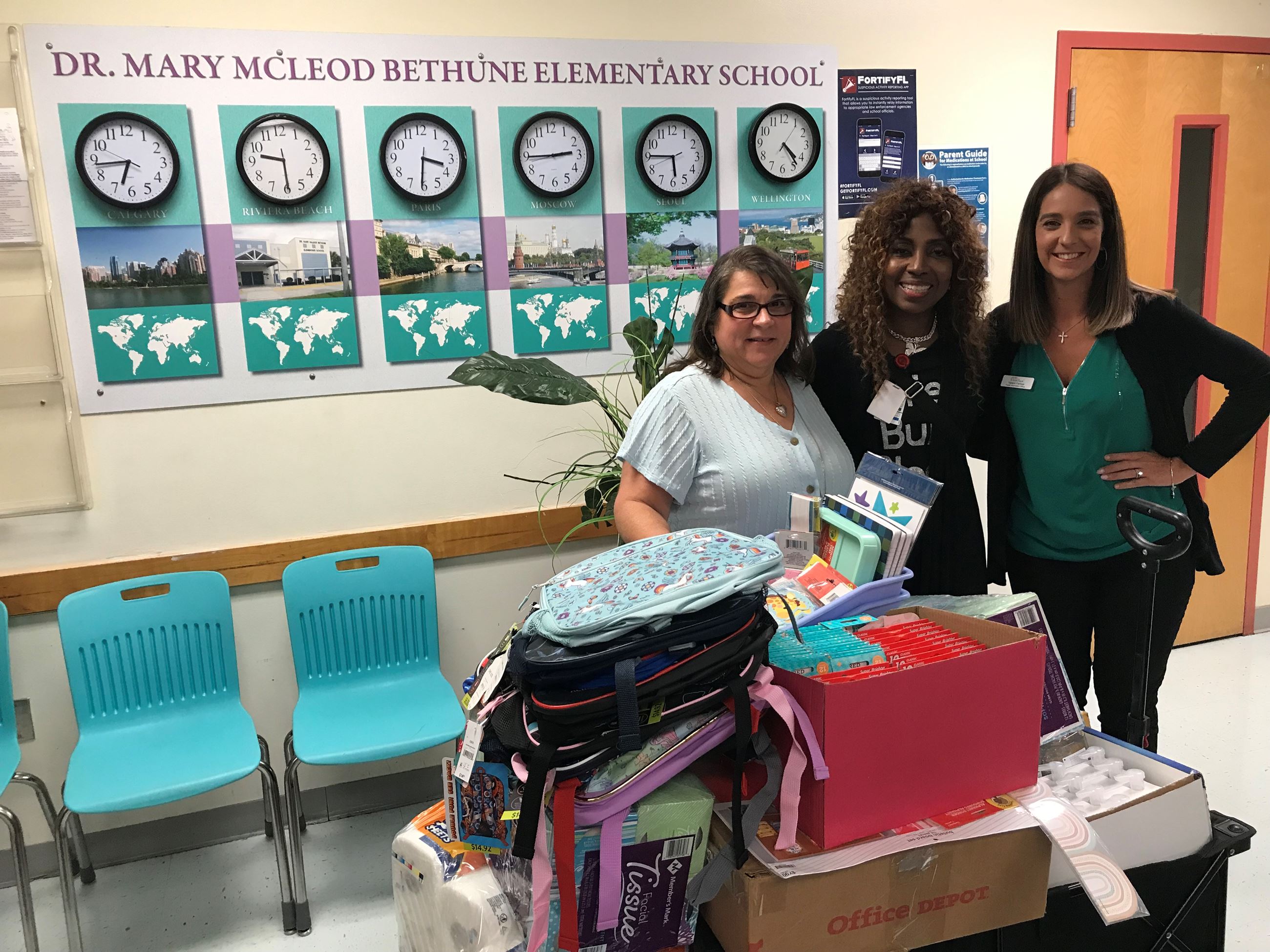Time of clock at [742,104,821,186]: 4:23
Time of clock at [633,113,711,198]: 5:45
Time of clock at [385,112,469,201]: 3:30
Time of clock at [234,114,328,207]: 9:29
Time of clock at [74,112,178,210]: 6:43
